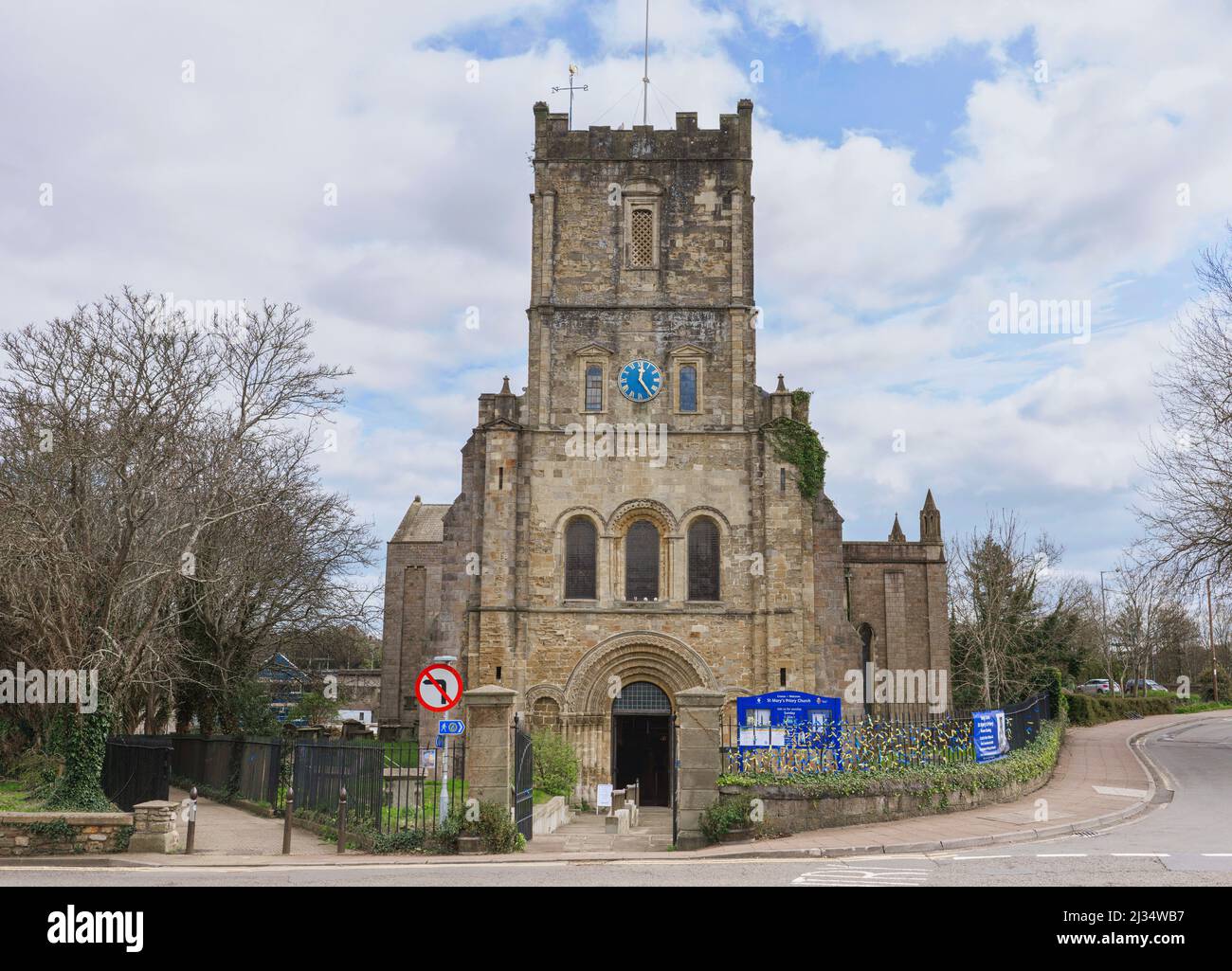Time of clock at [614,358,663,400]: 12:24
